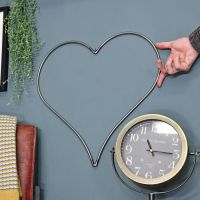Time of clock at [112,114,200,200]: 11:15
